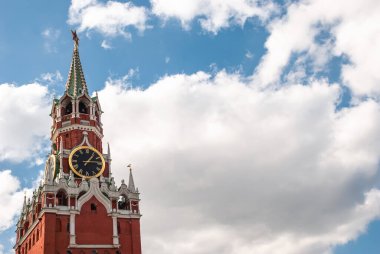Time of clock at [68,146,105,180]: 1:14
